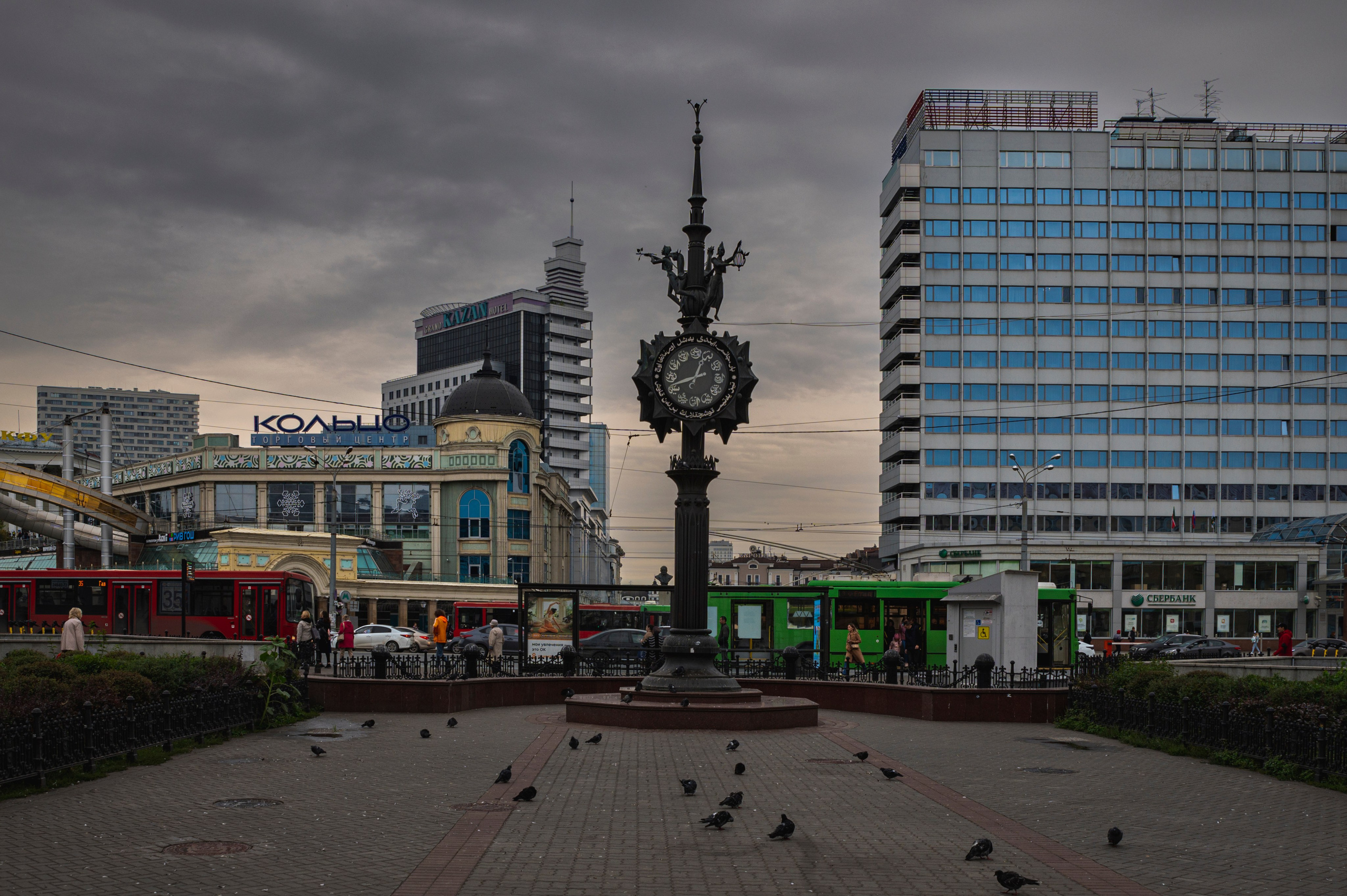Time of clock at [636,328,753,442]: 12:41
